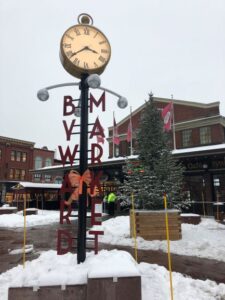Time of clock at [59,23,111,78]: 3:39
